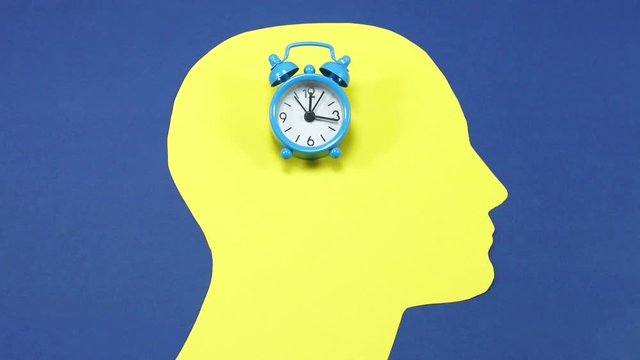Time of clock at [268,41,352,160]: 12:16
